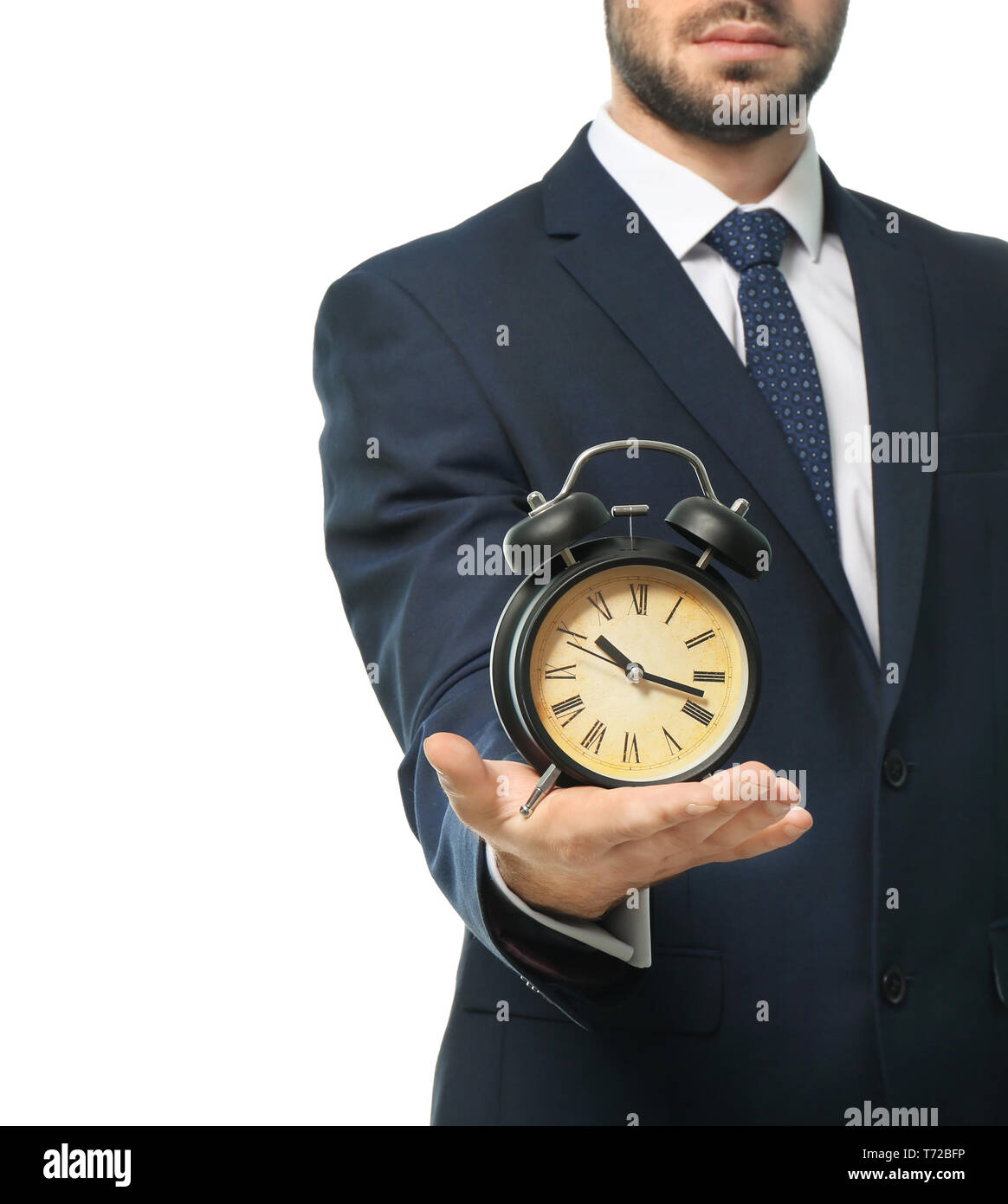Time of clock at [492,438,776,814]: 10:17
